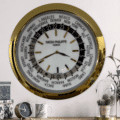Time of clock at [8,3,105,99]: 3:40
